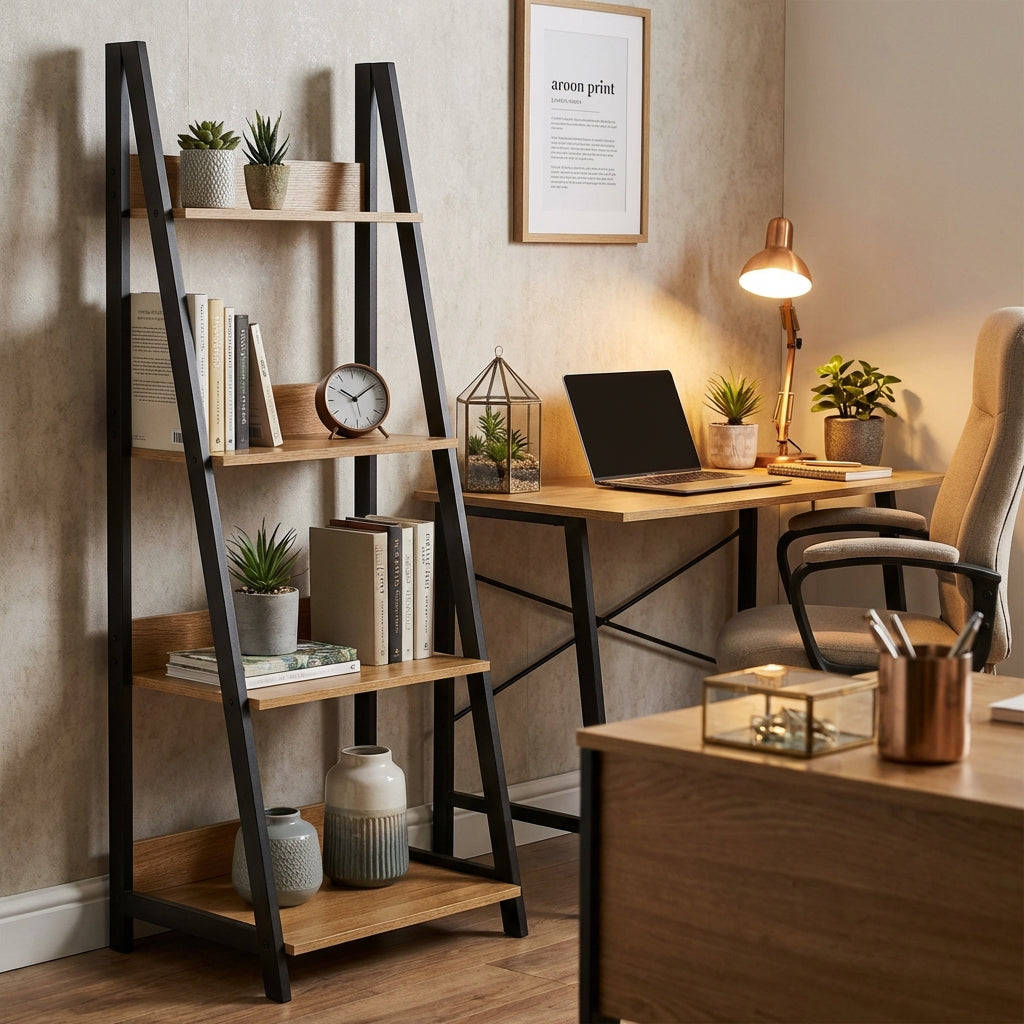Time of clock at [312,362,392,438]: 10:09
